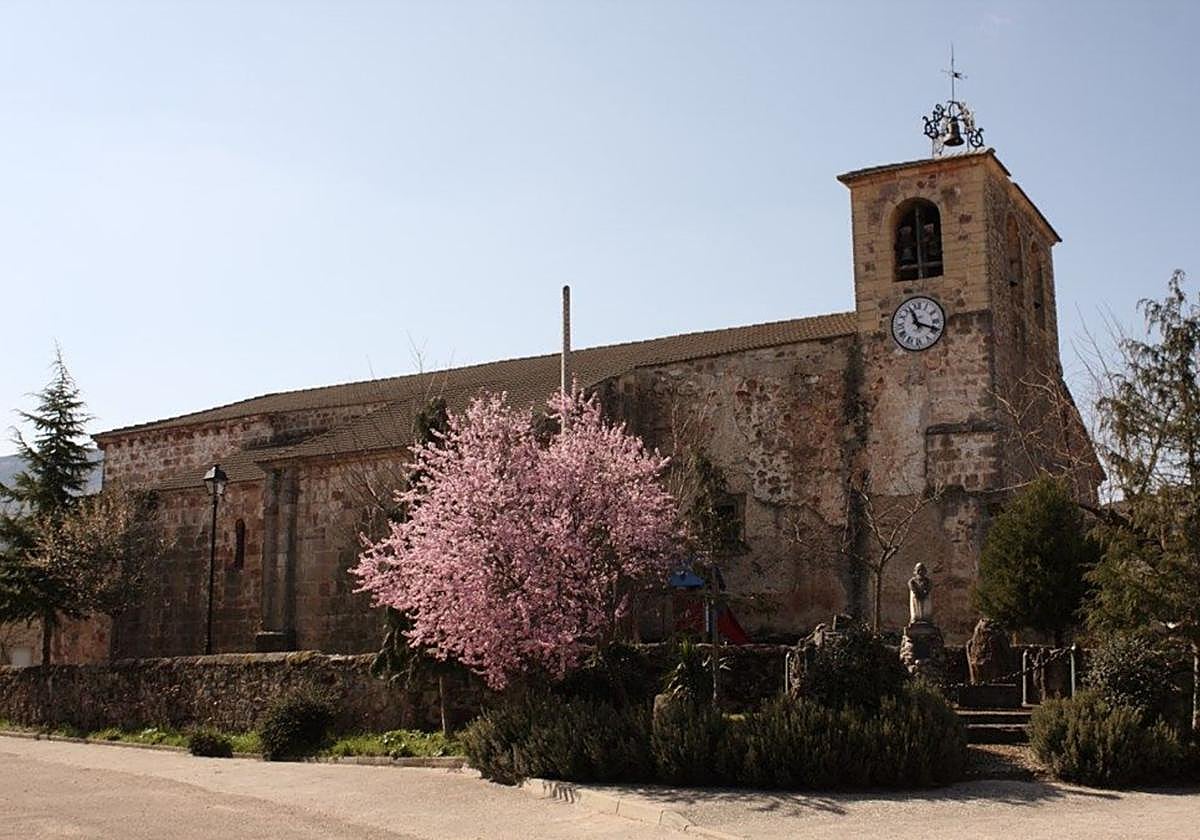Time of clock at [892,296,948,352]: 11:18
